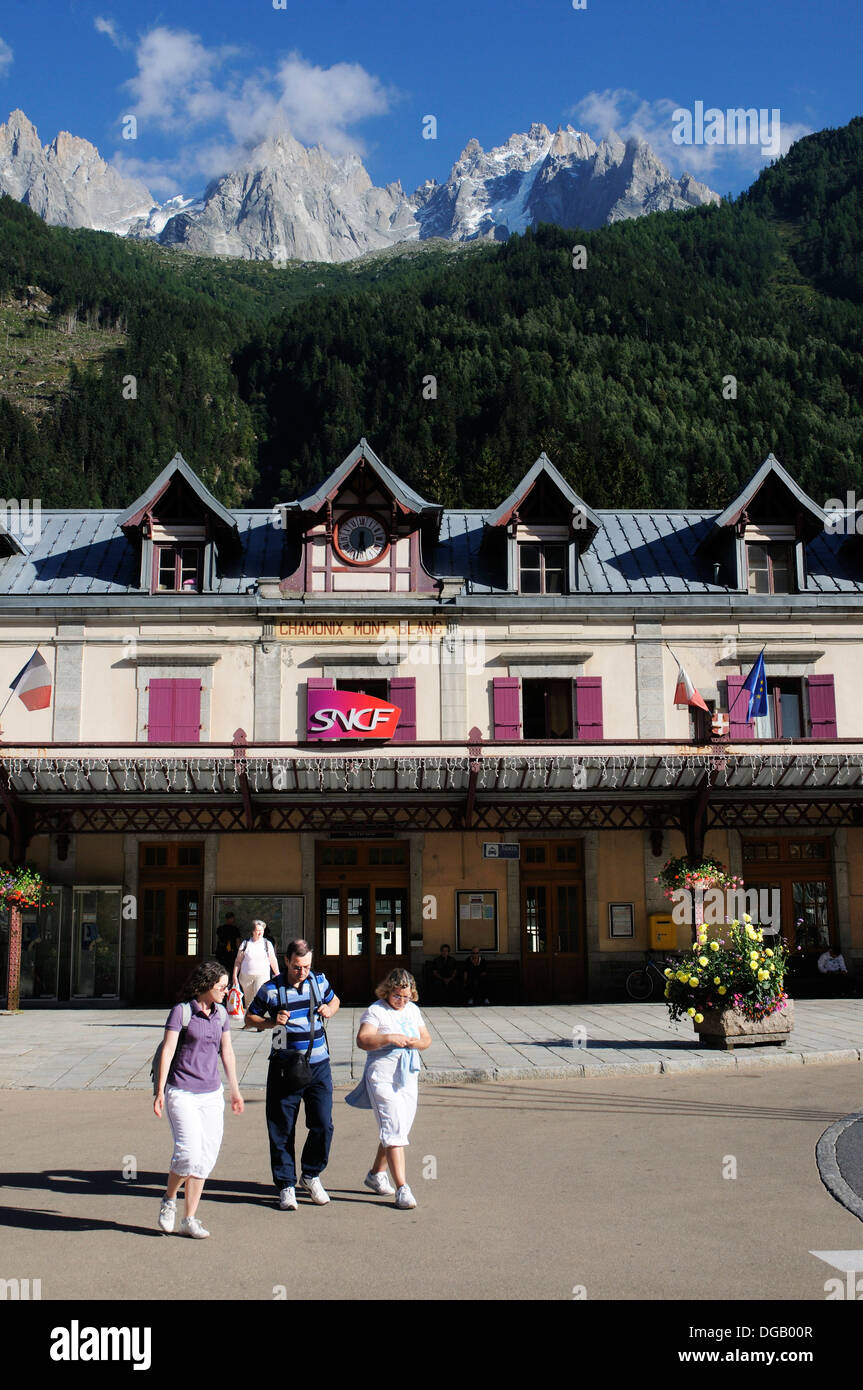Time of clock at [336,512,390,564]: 5:31
